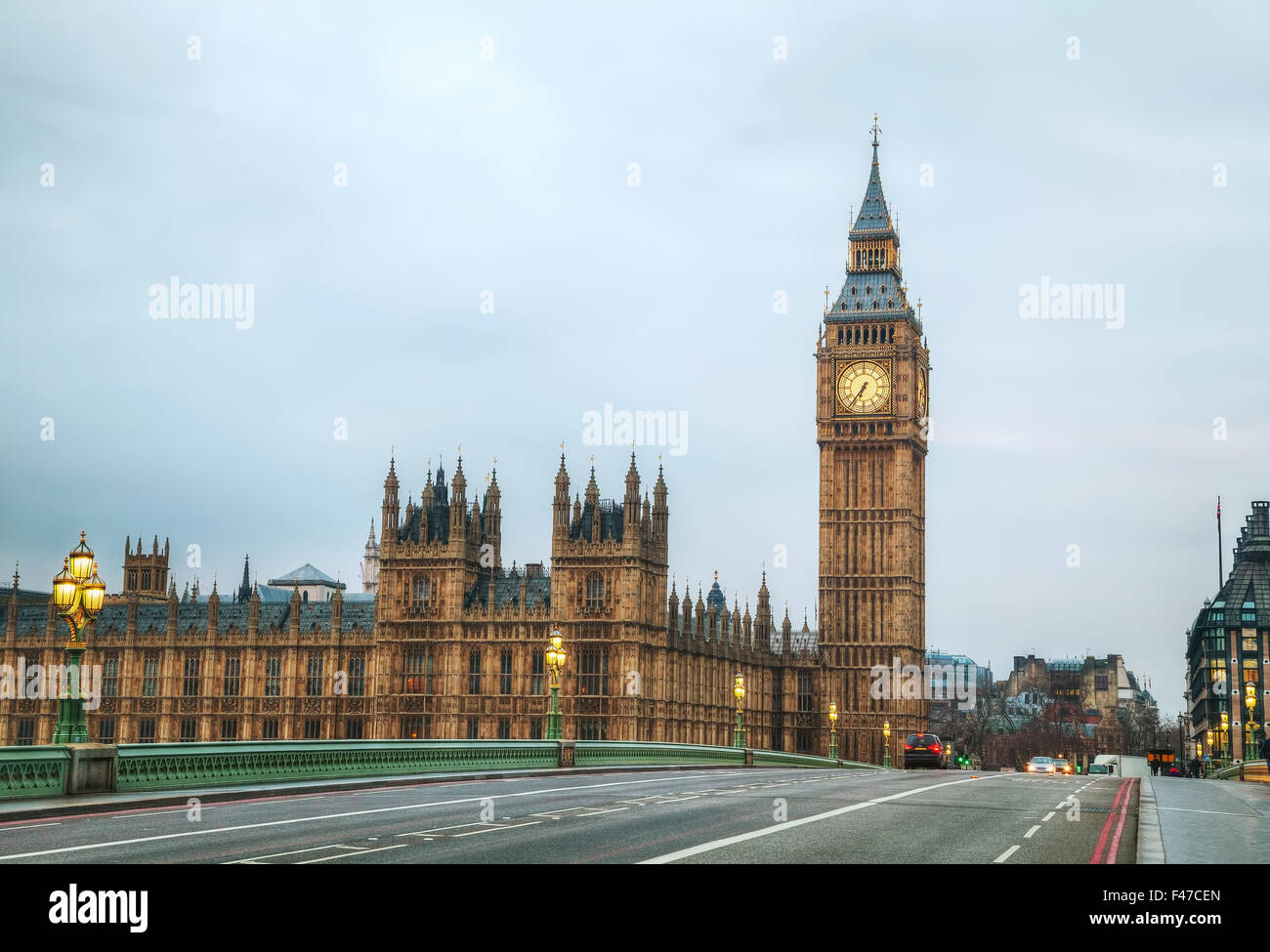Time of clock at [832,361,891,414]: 6:36
